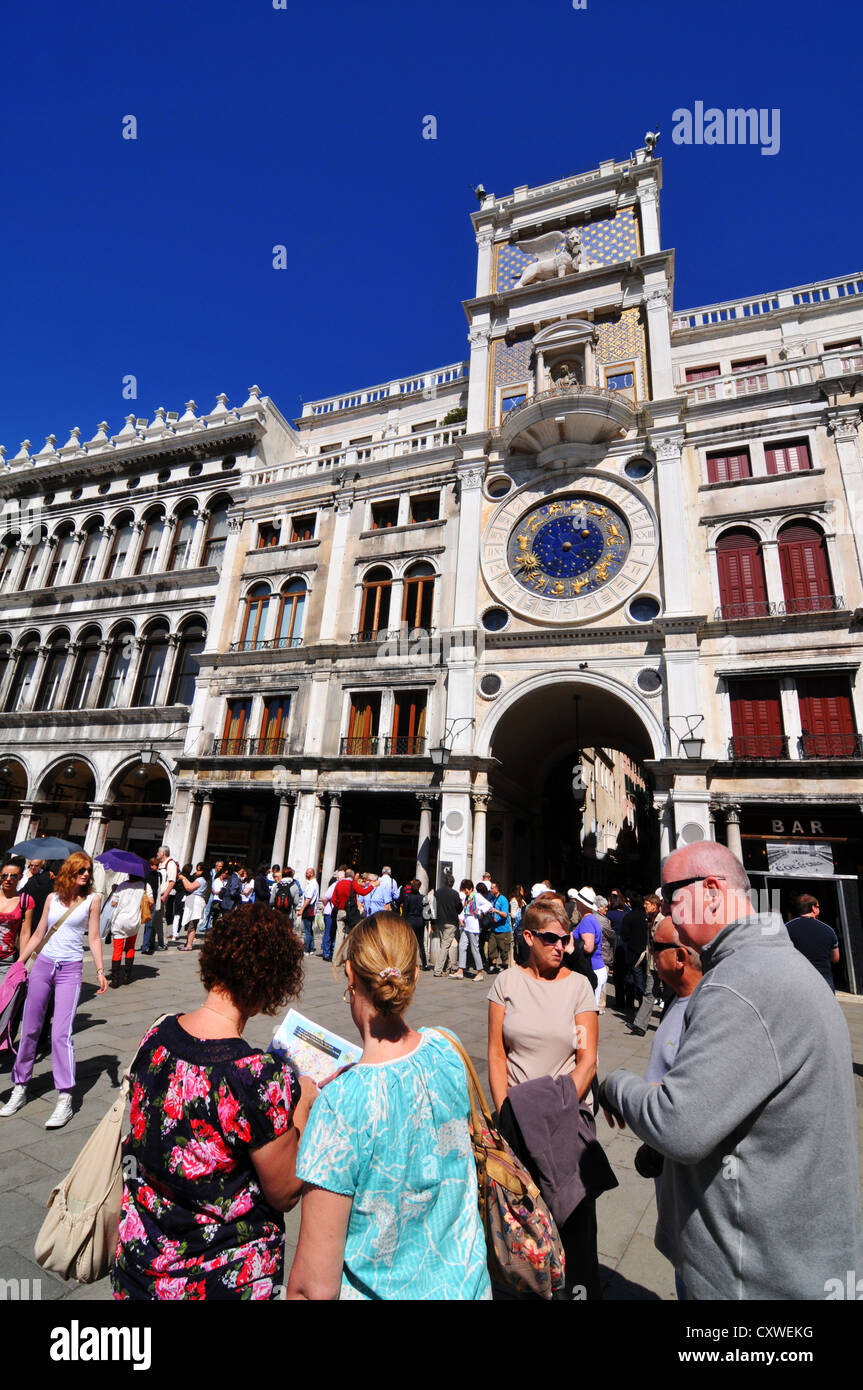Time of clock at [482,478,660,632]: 2:21
